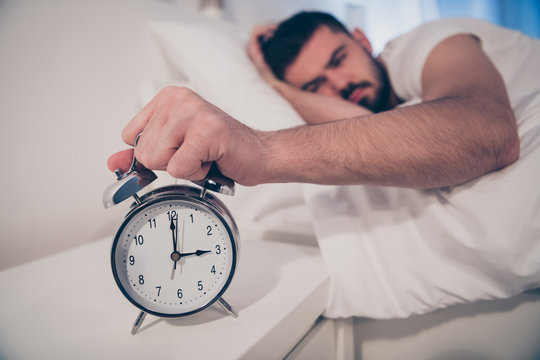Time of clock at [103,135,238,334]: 3:00
